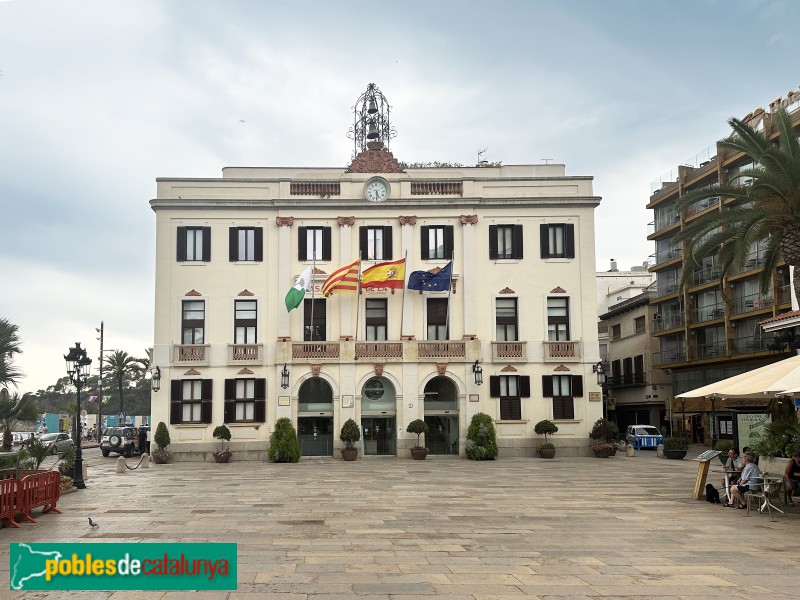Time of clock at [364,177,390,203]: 5:30
